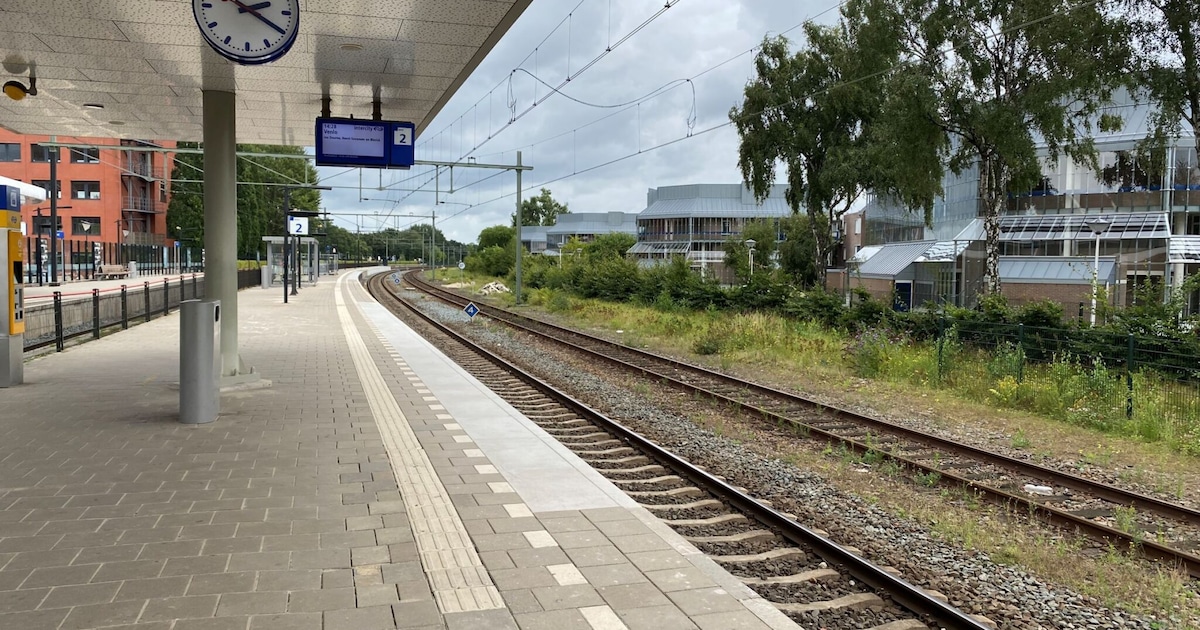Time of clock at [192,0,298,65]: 2:19
